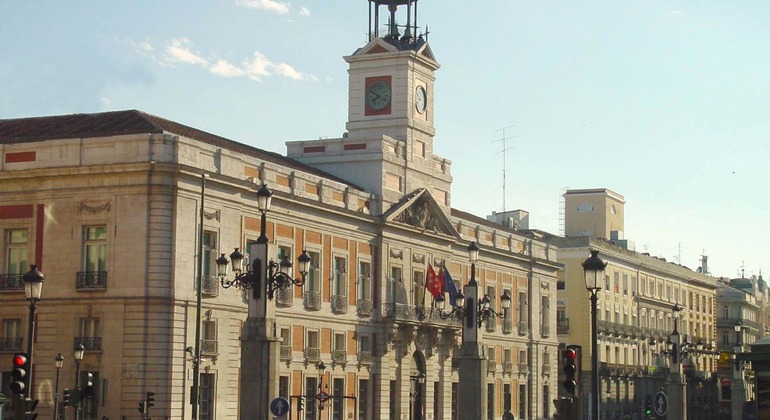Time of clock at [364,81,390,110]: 7:49
